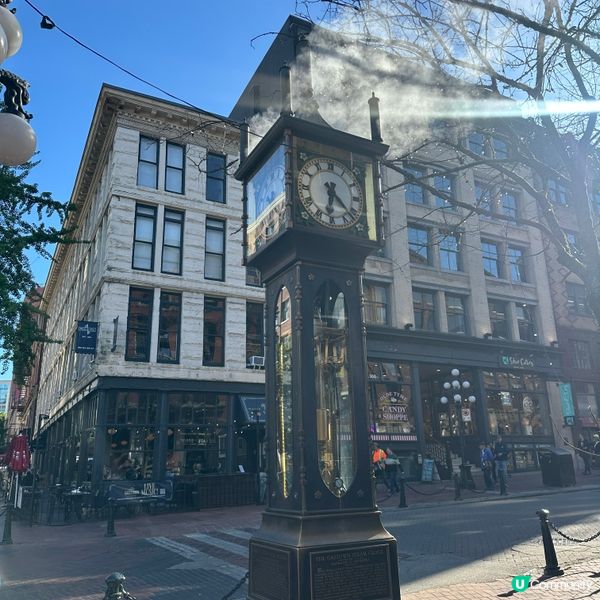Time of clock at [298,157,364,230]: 6:22
